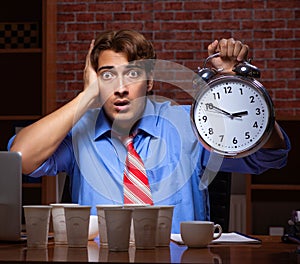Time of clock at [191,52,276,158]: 2:50
